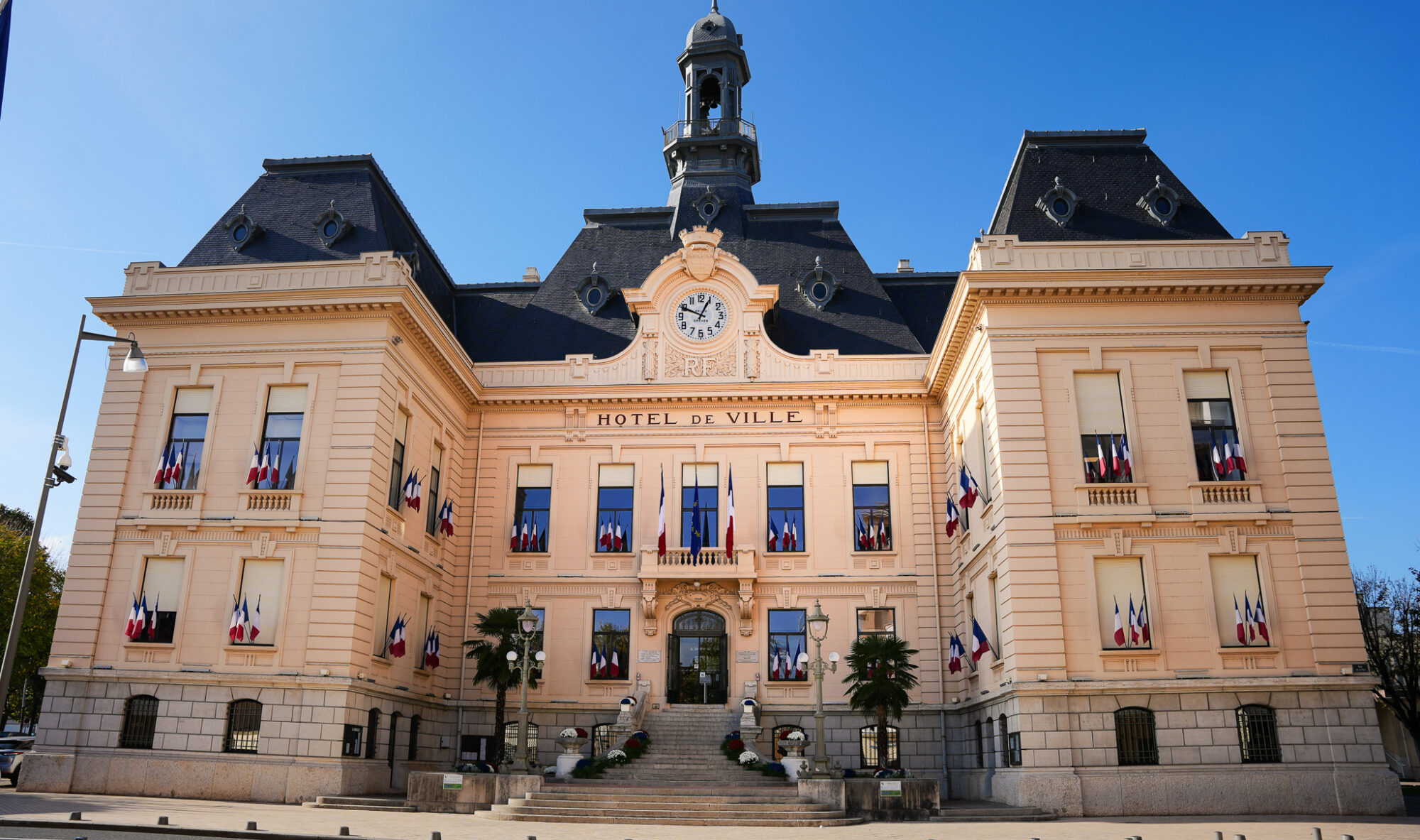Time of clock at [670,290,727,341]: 12:49
